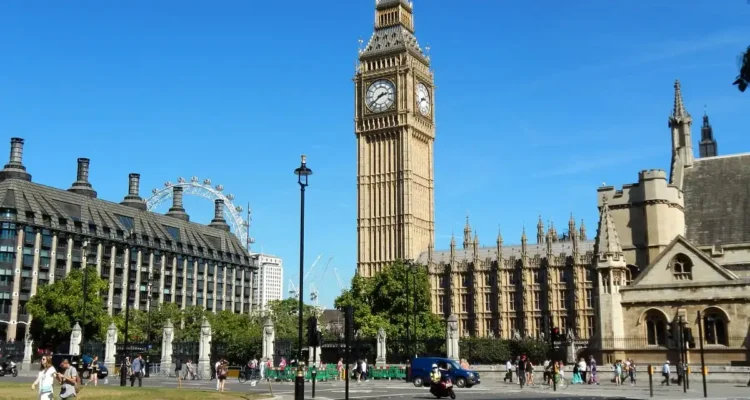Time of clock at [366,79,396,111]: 2:38
